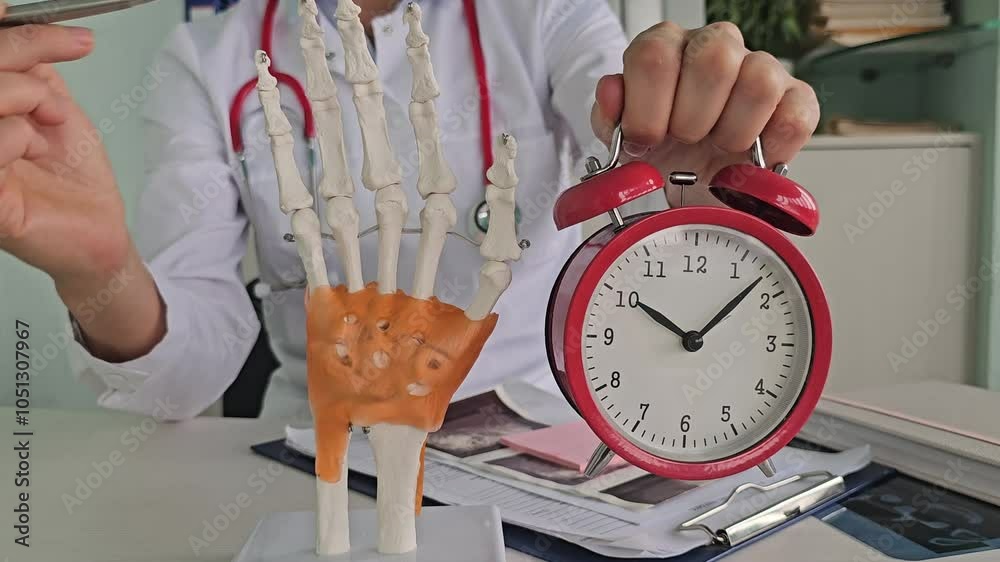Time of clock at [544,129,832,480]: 10:07
